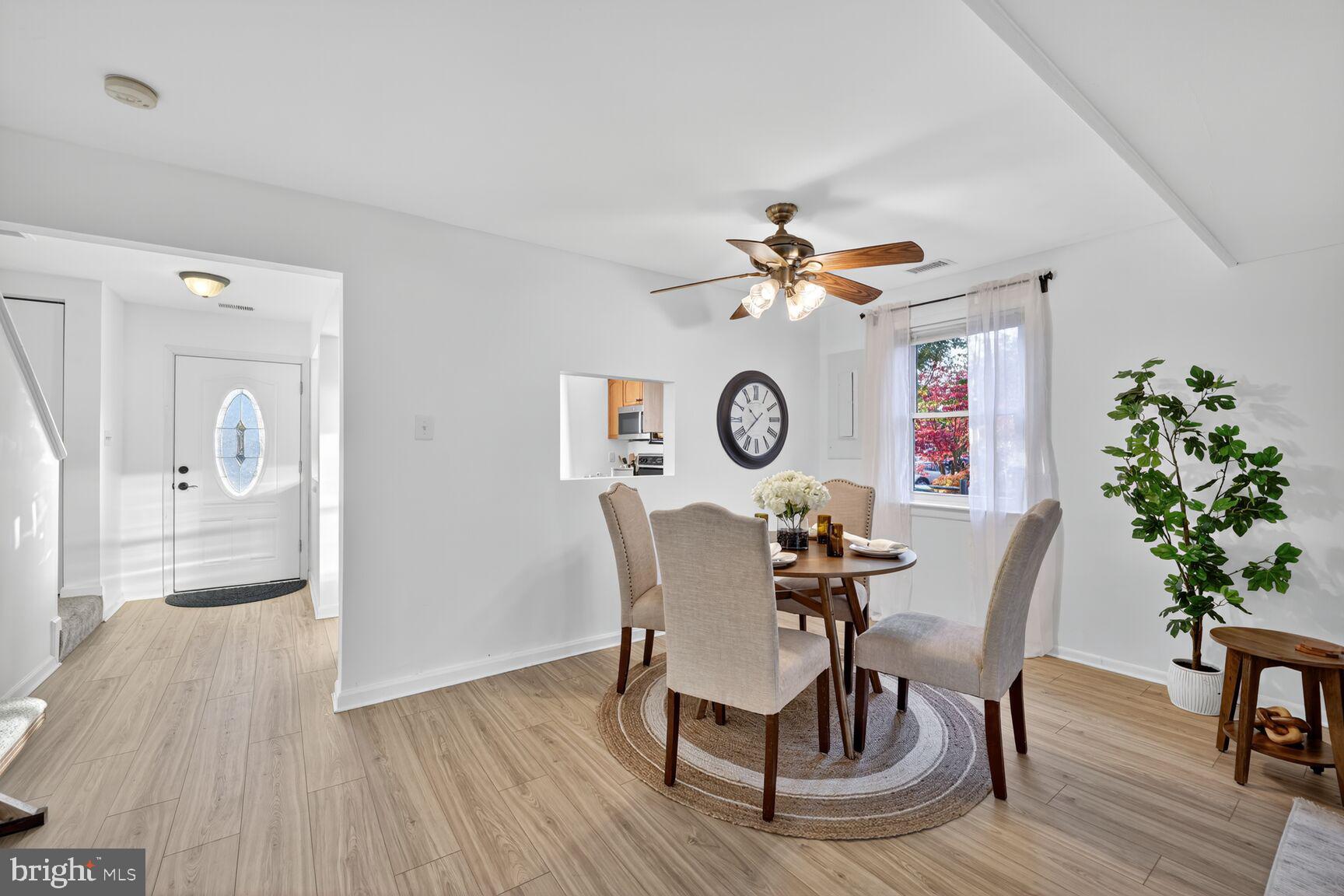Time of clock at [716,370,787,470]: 10:37
